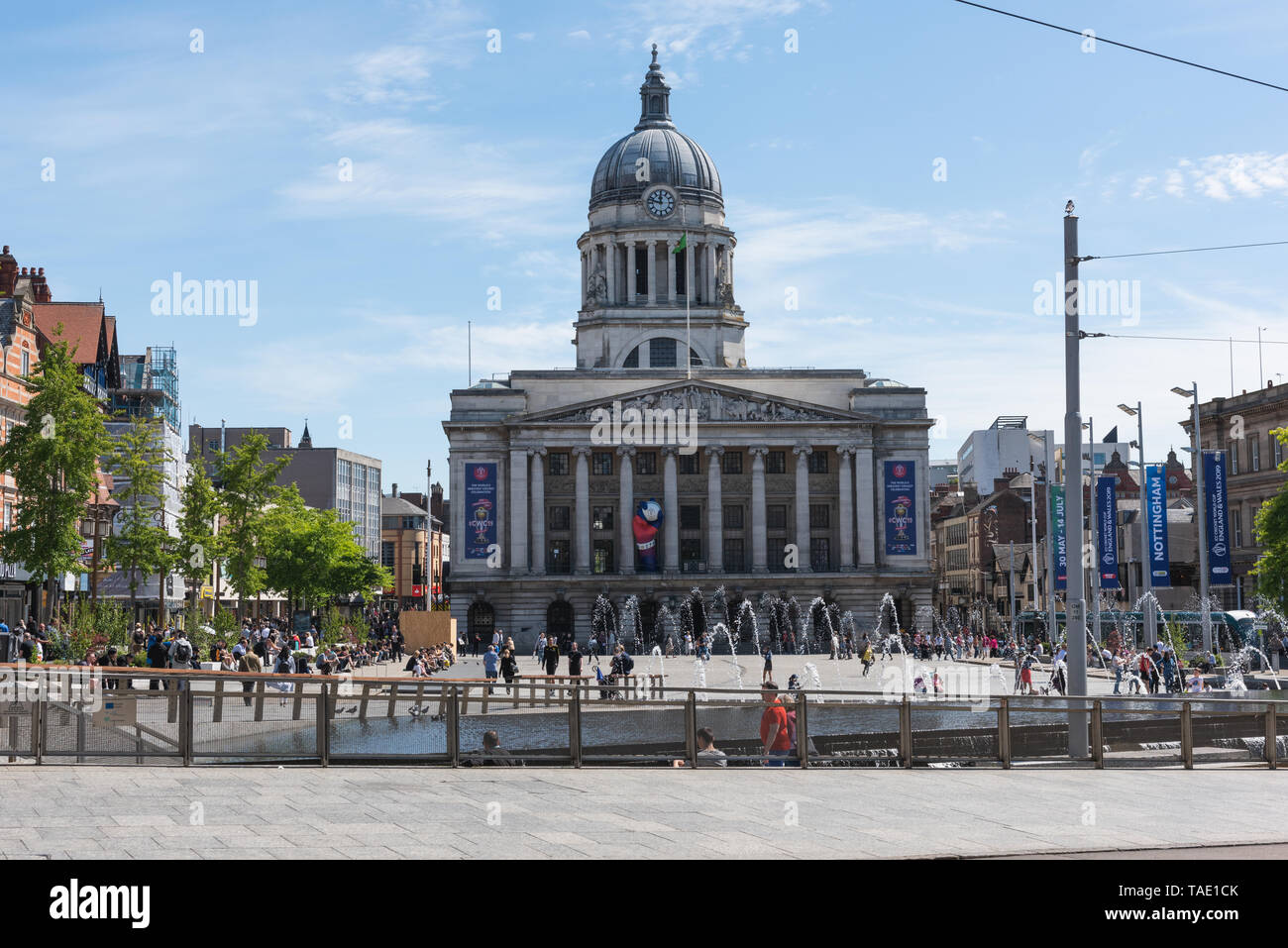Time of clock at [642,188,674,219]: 11:47
